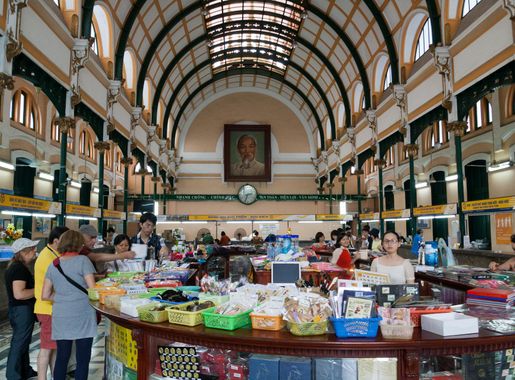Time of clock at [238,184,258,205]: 2:33
